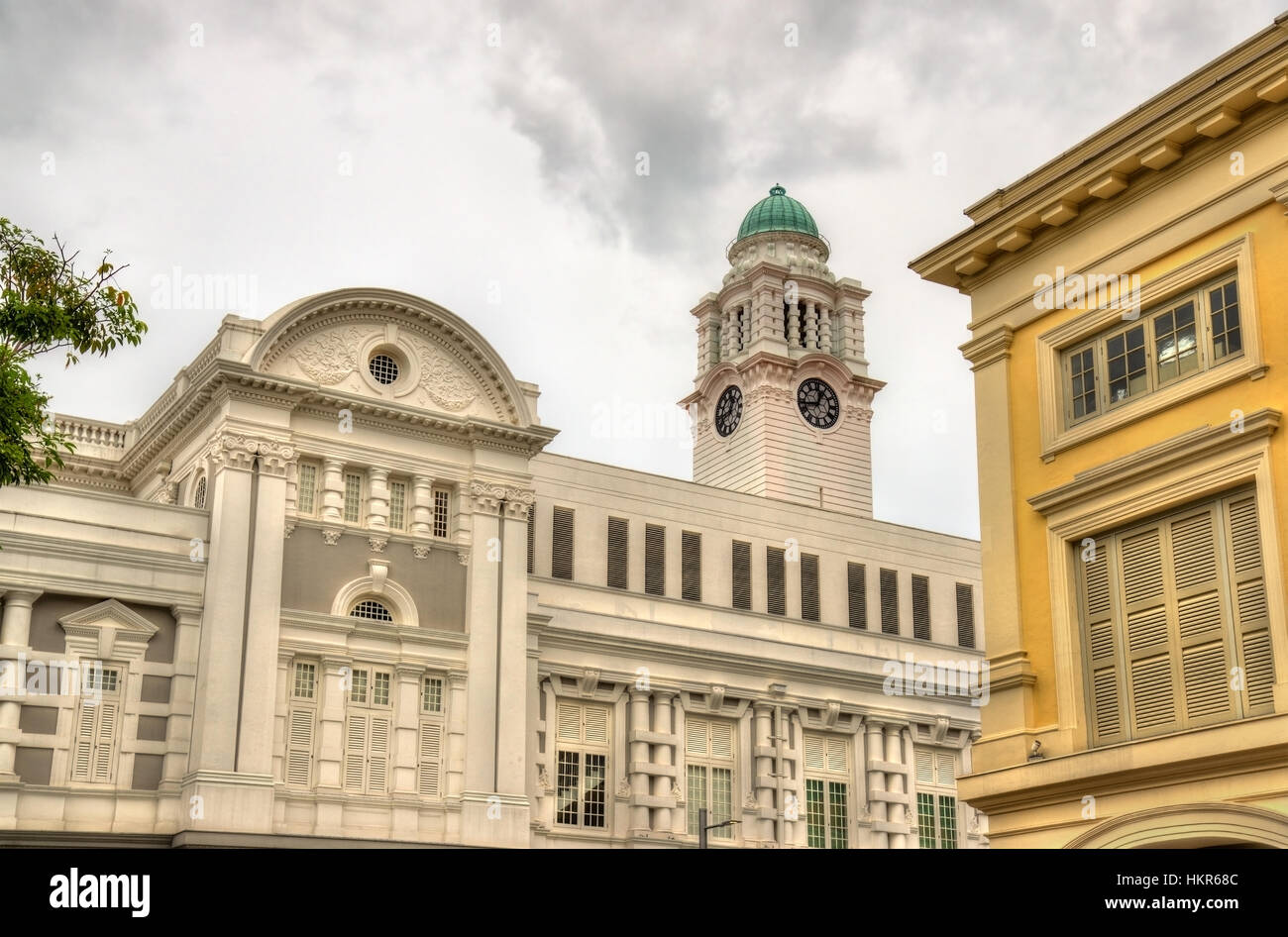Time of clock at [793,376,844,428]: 12:43
